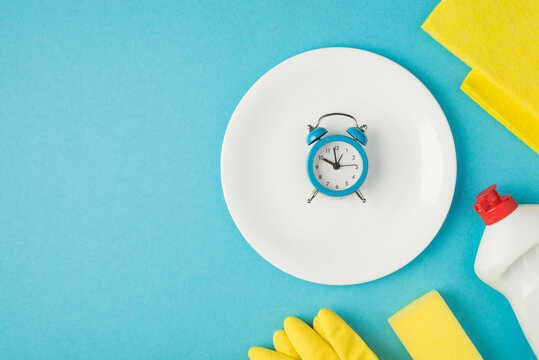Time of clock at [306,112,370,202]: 9:58
